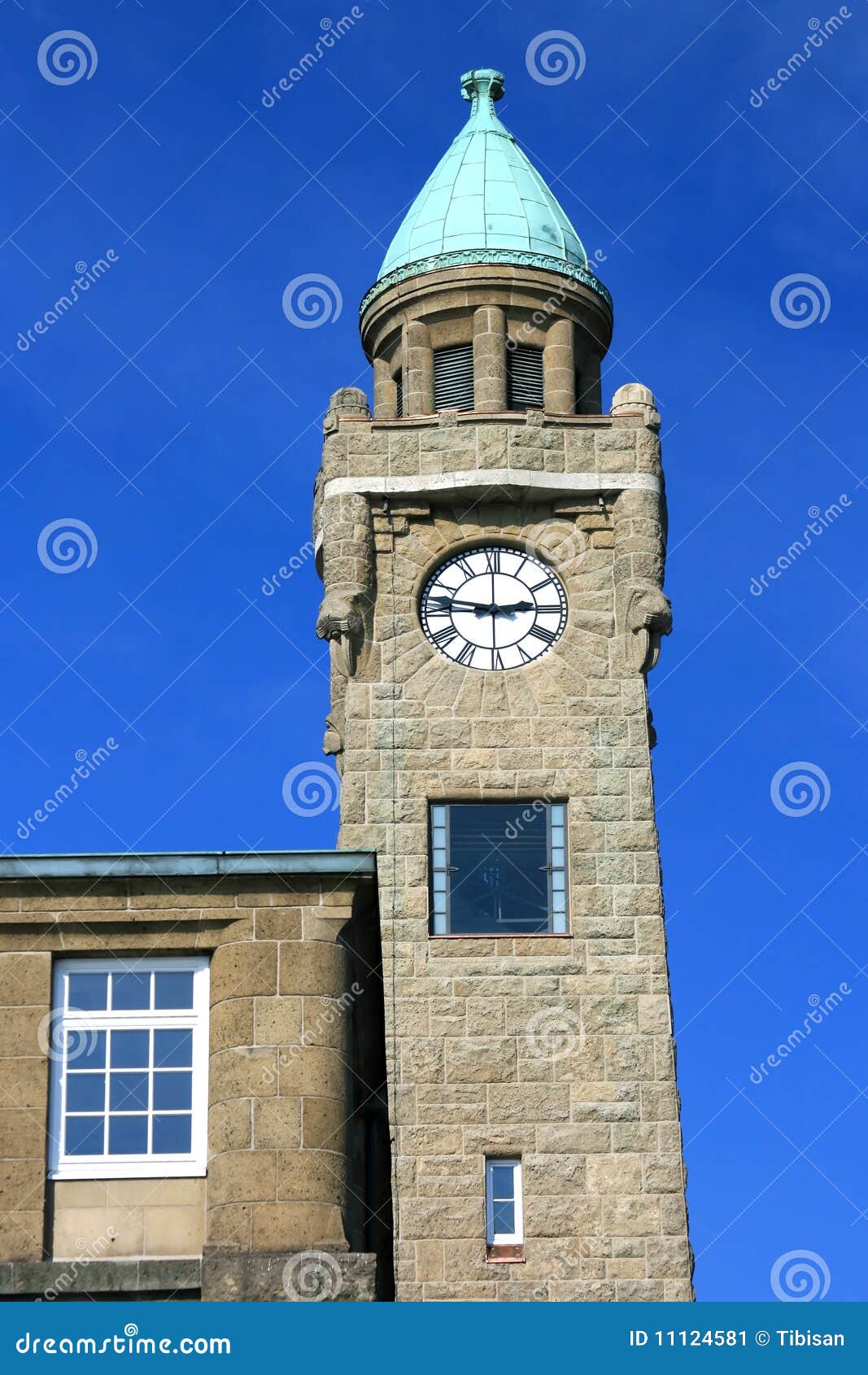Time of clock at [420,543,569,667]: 2:46
